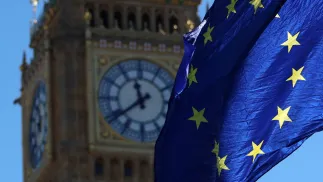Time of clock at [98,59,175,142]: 11:38
